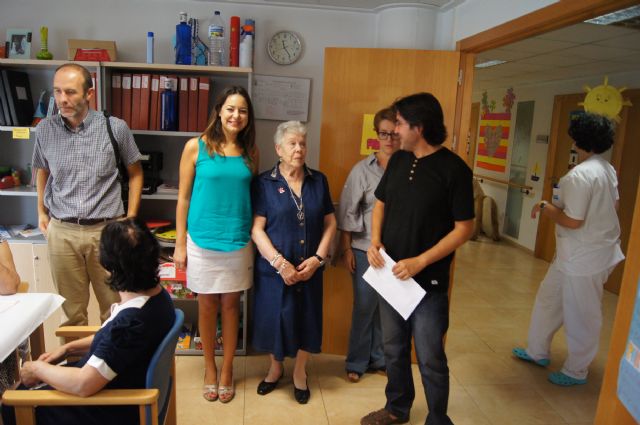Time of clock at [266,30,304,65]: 11:23
